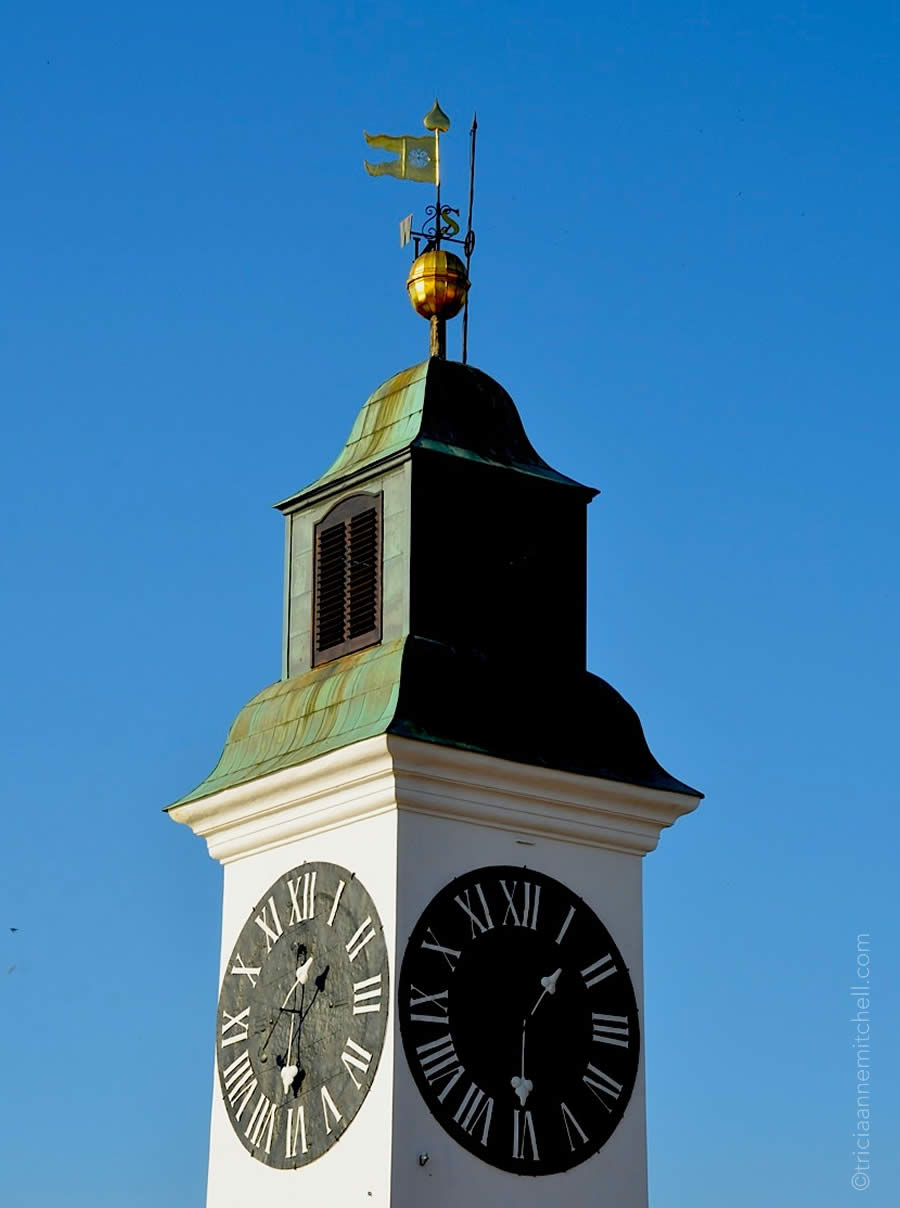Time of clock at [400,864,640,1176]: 1:30
